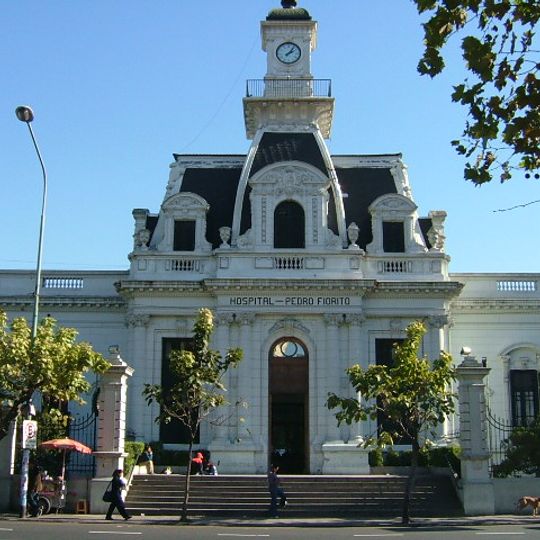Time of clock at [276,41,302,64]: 2:06
